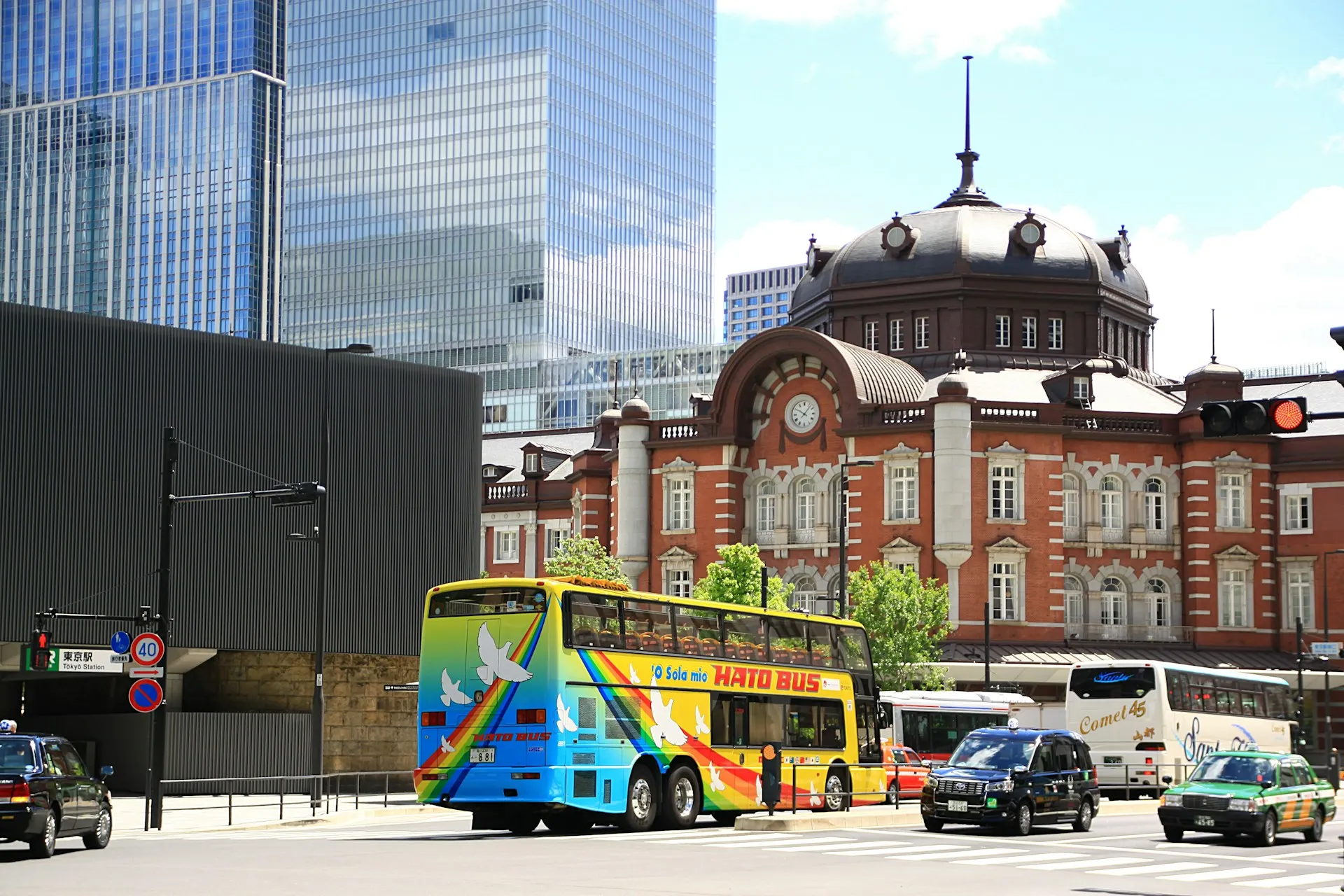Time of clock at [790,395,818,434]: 10:06
